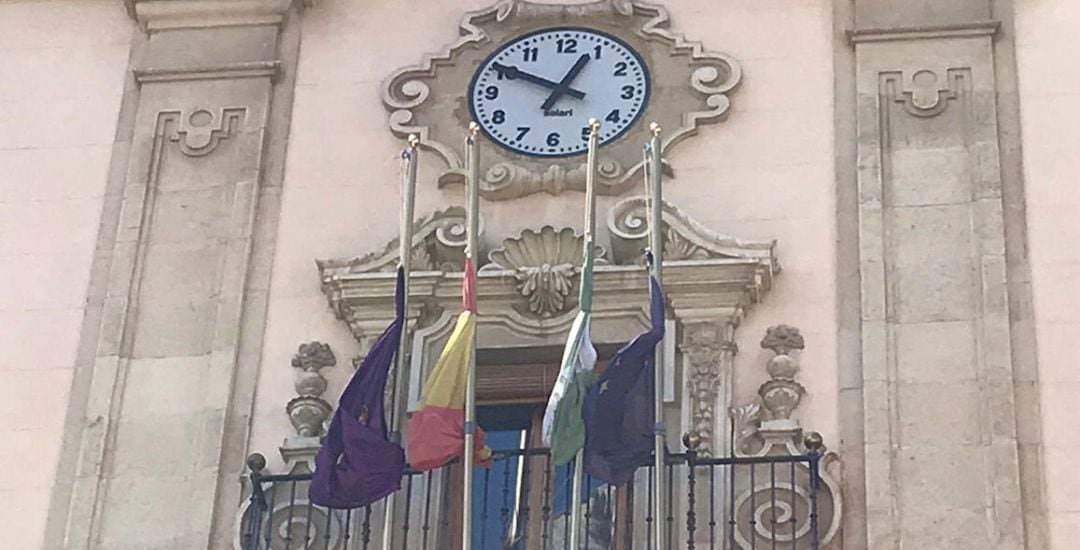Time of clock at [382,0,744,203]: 12:49
